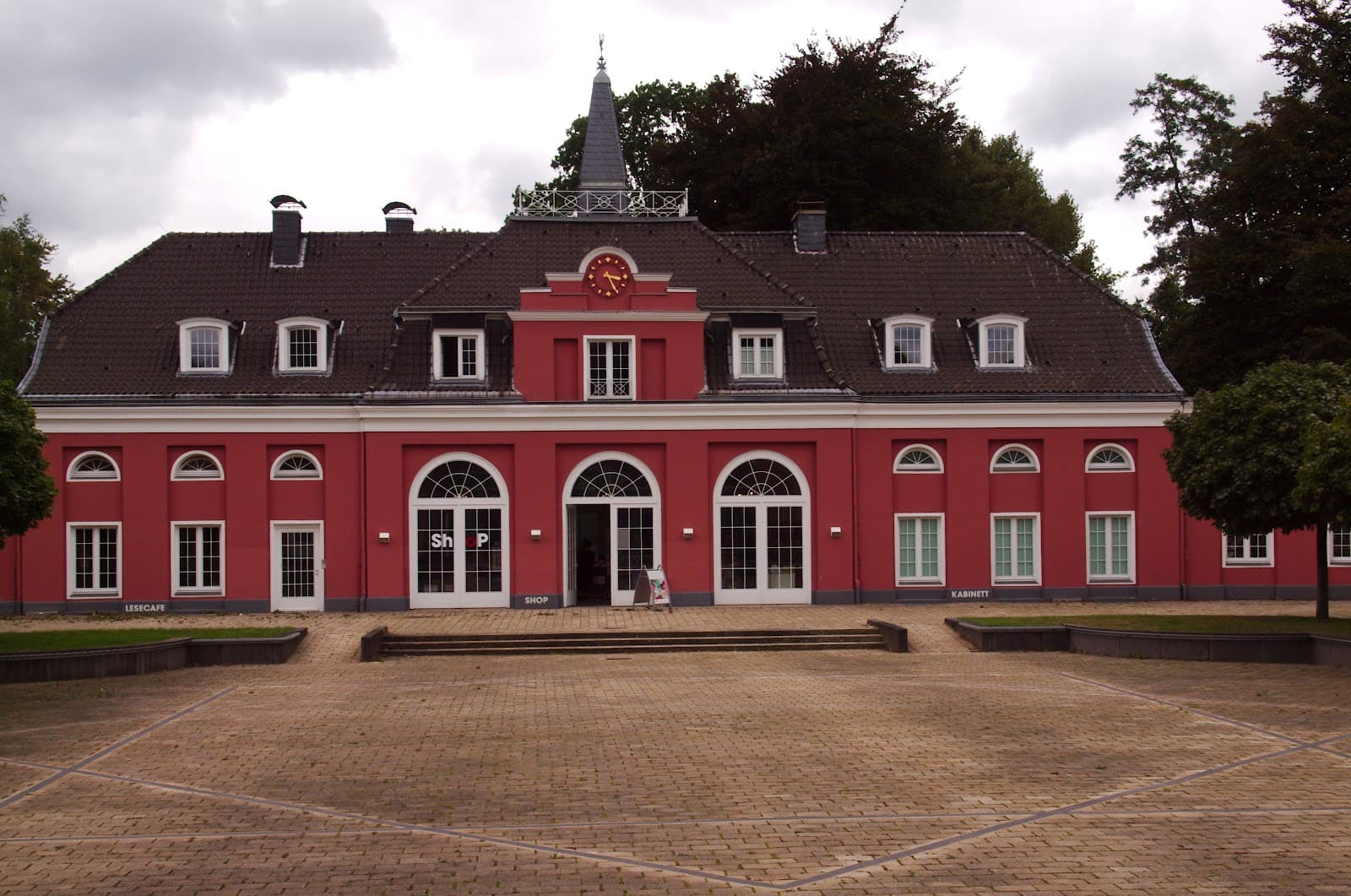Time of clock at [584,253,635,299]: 3:25
